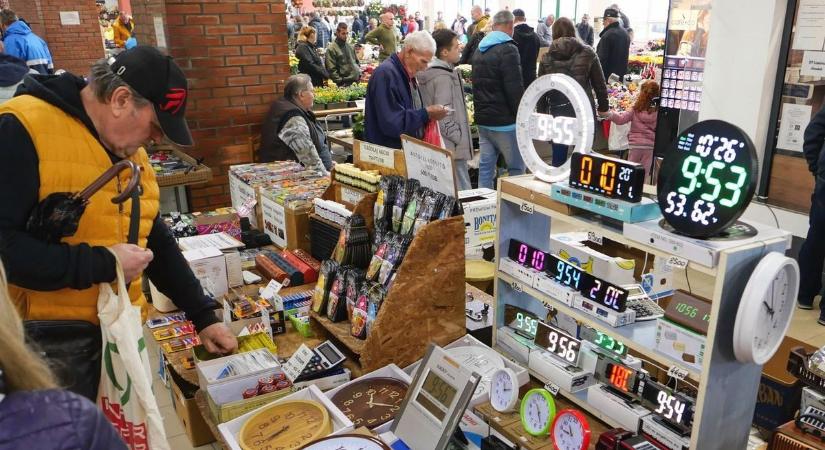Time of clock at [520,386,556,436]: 11:28
